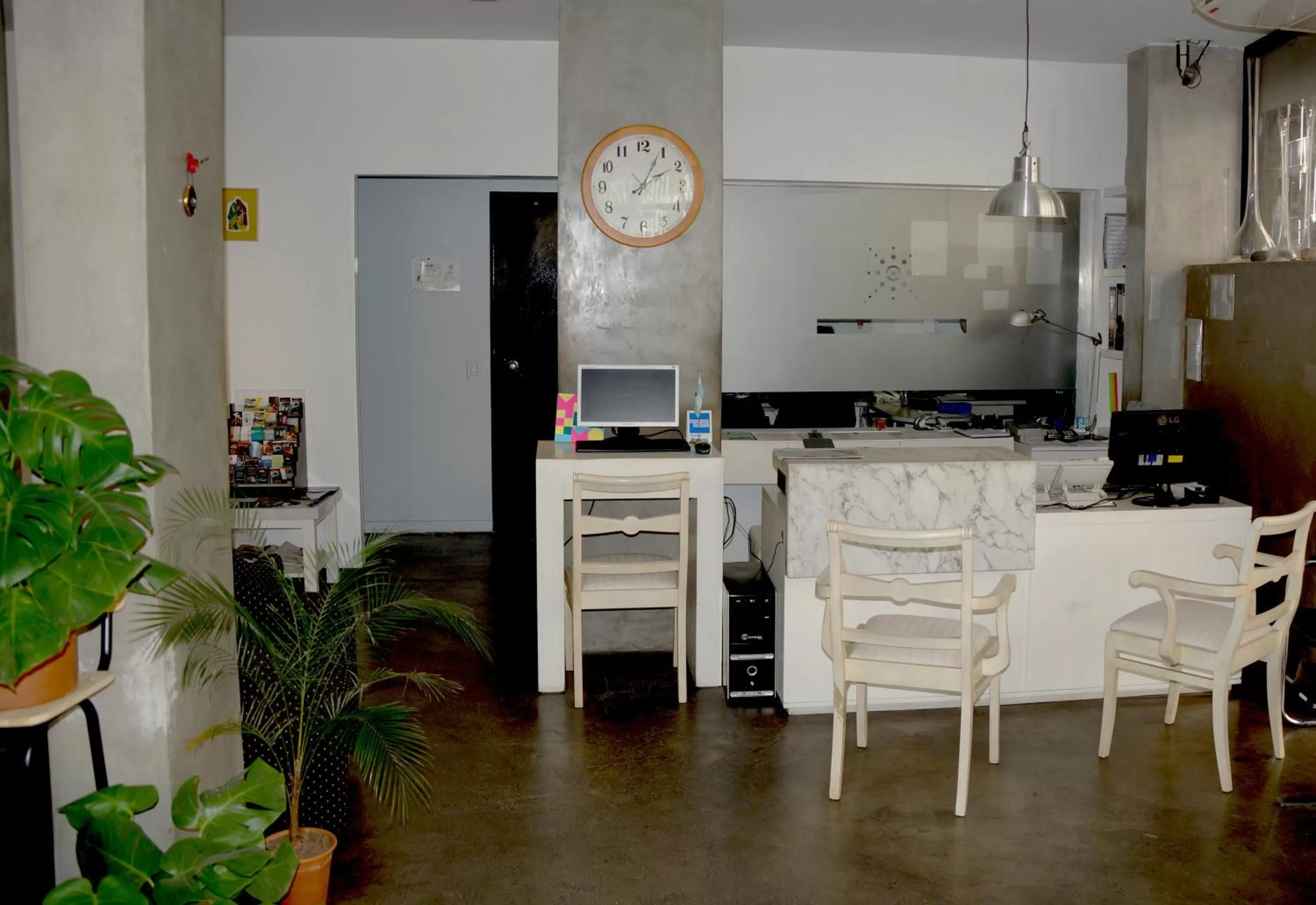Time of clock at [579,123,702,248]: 2:04
